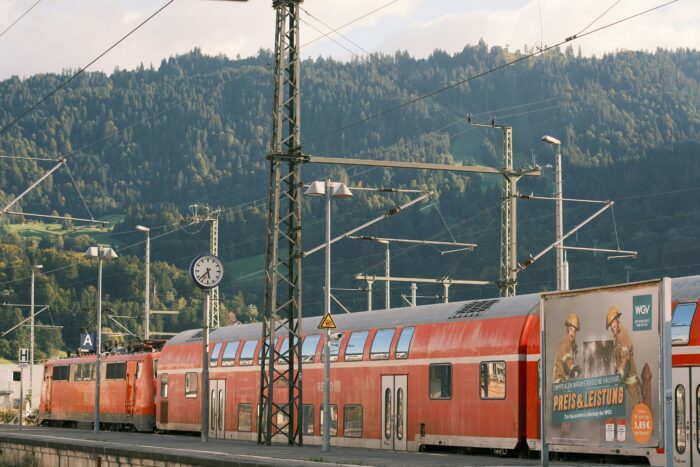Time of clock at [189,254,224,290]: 5:37
